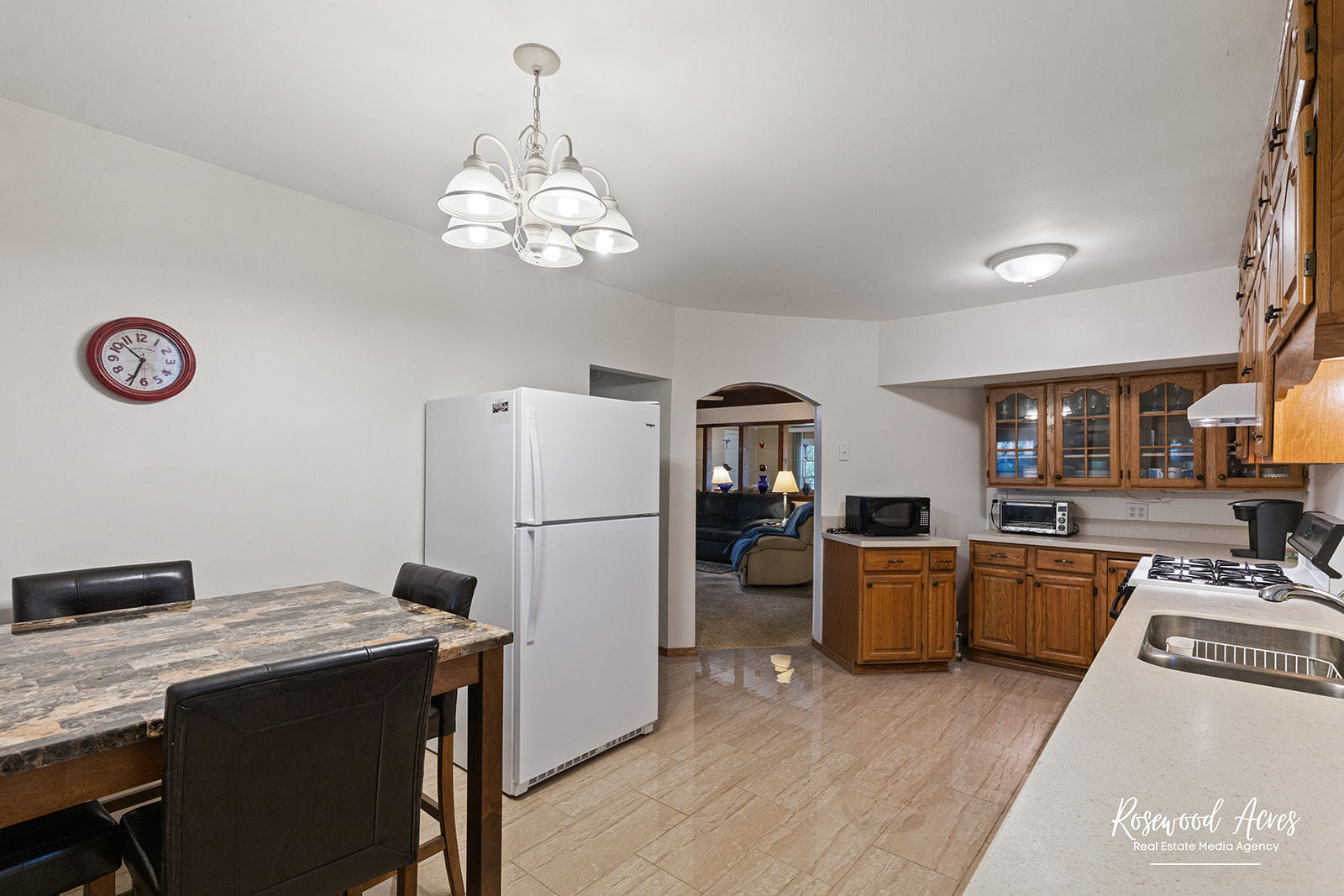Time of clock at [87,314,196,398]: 10:33
